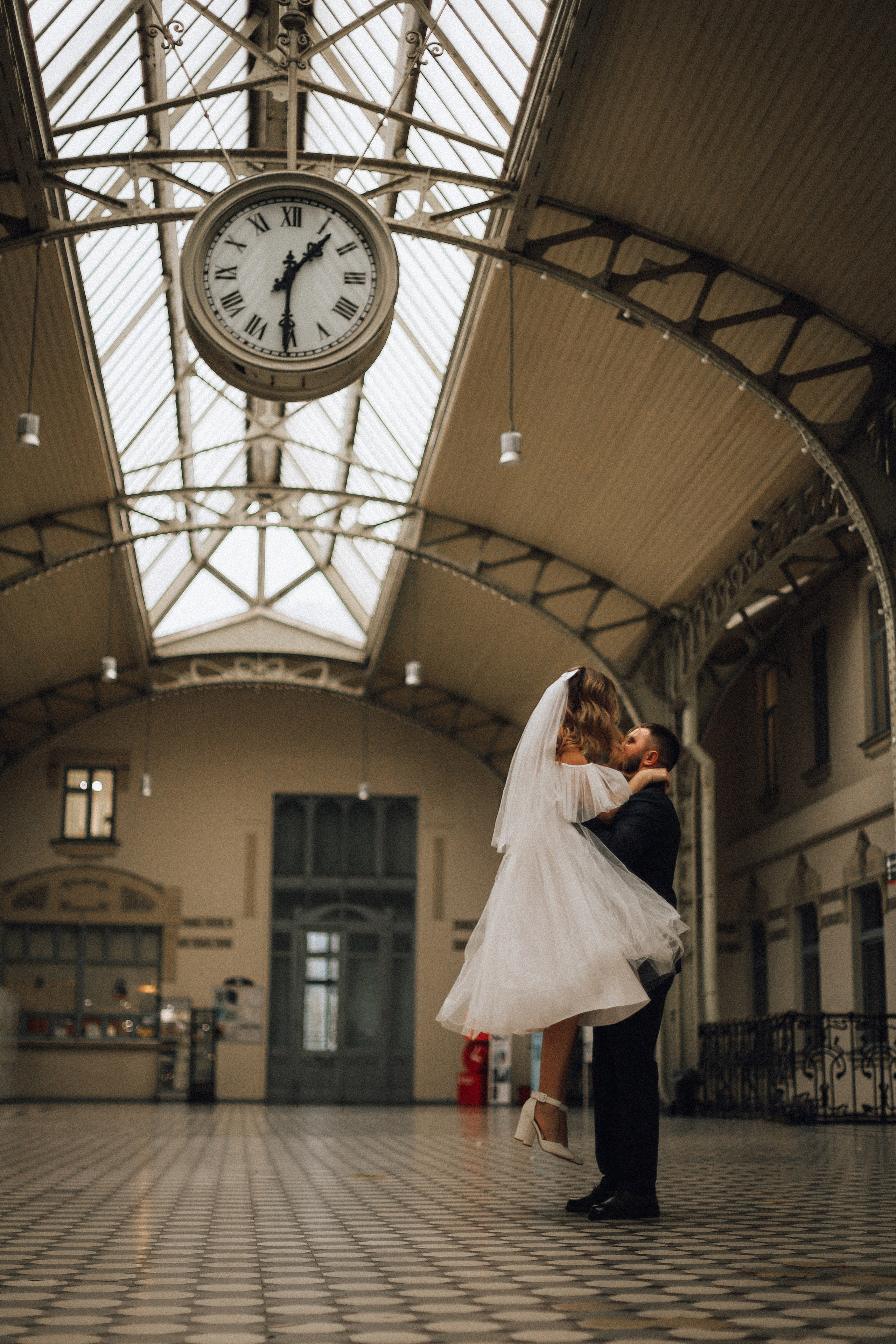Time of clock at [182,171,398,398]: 1:30
